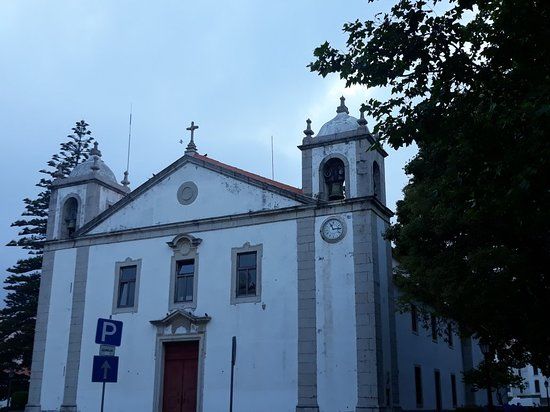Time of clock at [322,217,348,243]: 11:13
